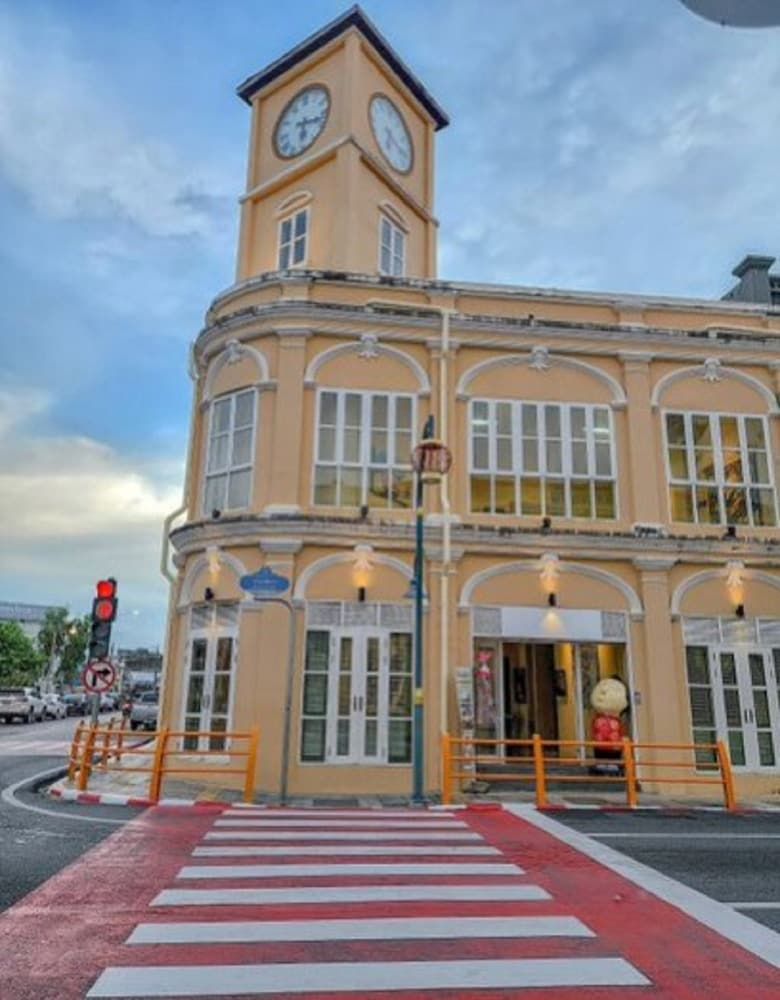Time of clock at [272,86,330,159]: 6:17
